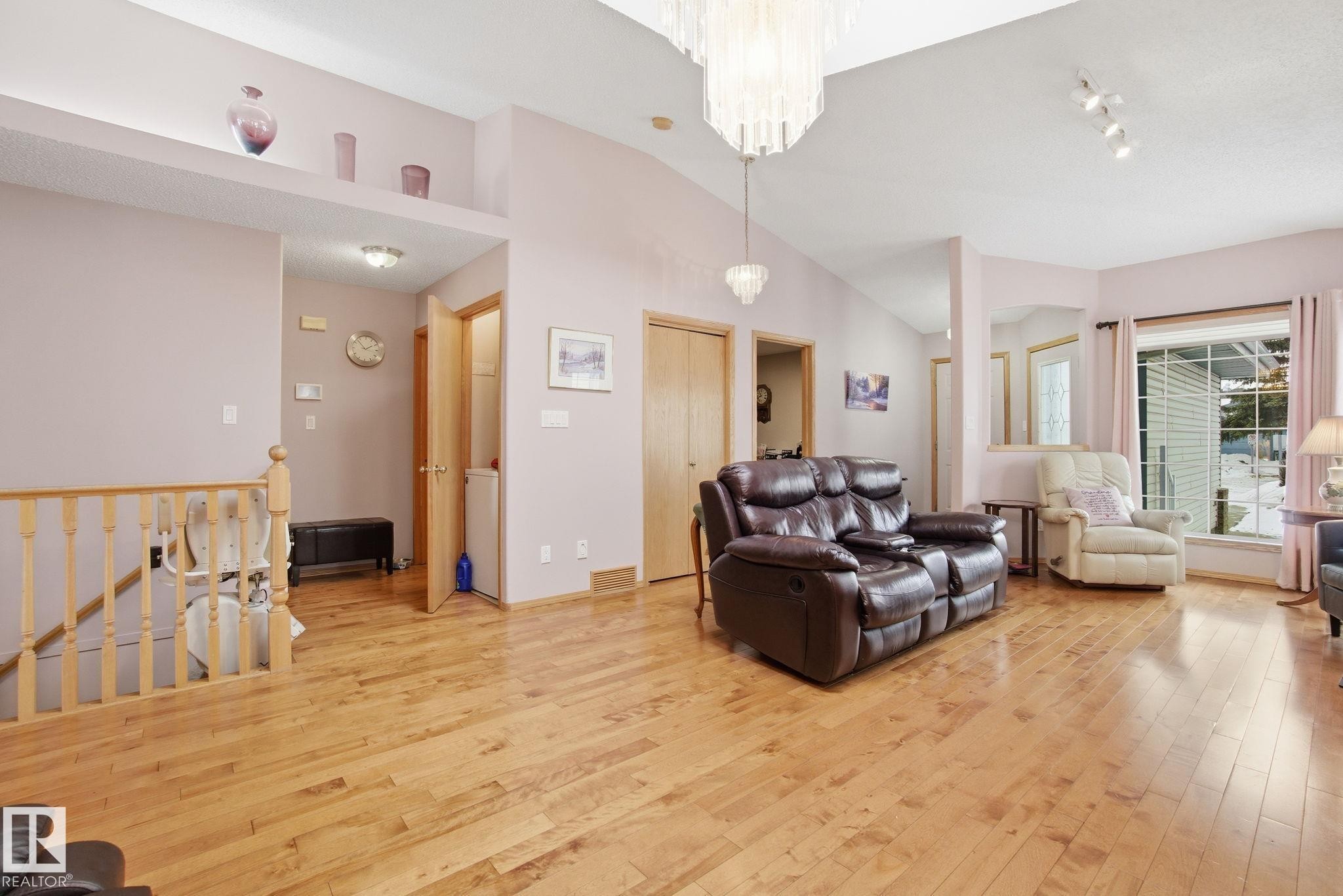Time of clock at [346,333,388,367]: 1:52
